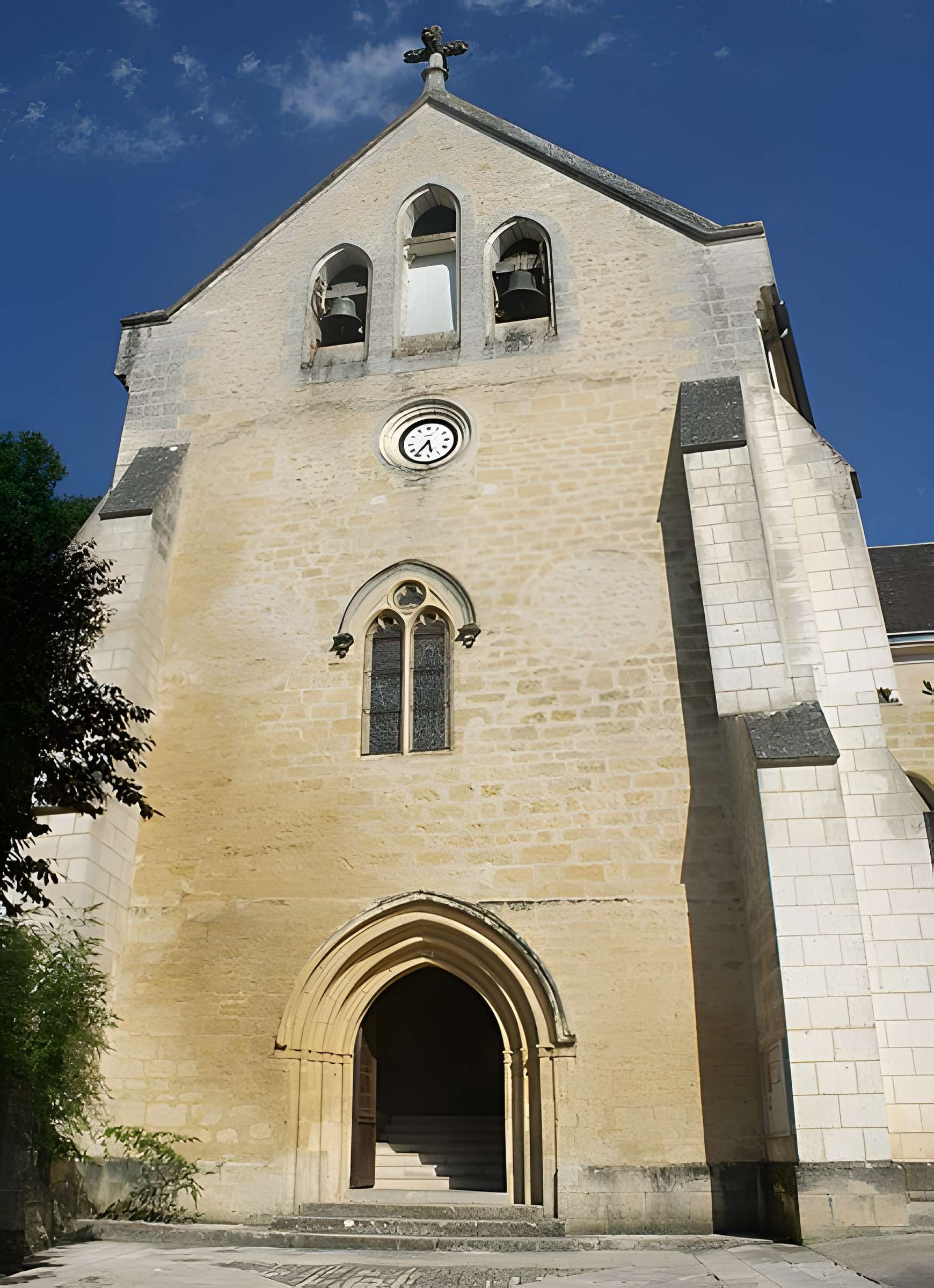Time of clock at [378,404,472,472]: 5:35
